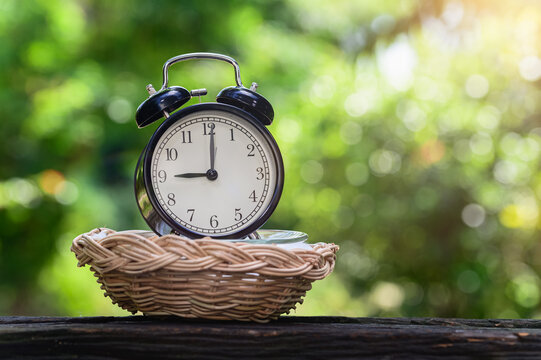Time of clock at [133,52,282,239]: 9:00
